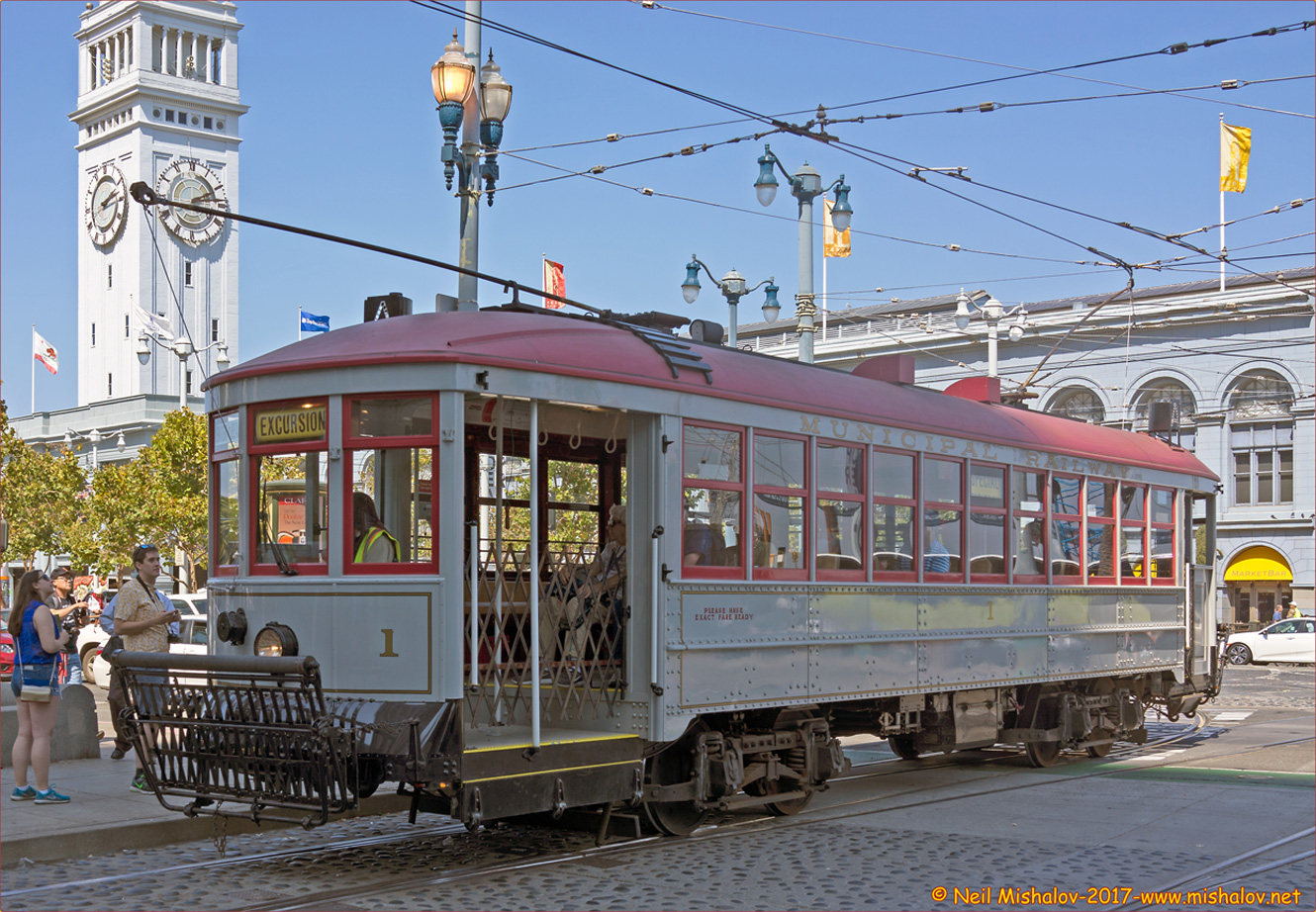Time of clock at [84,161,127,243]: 2:12
